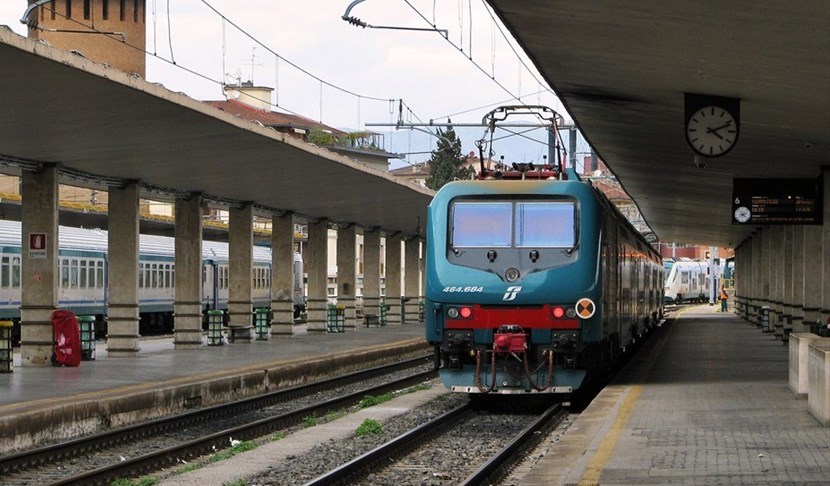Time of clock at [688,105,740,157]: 4:11
